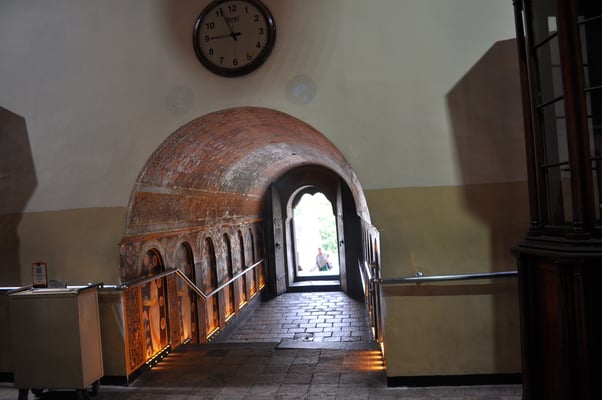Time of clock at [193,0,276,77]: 8:56
